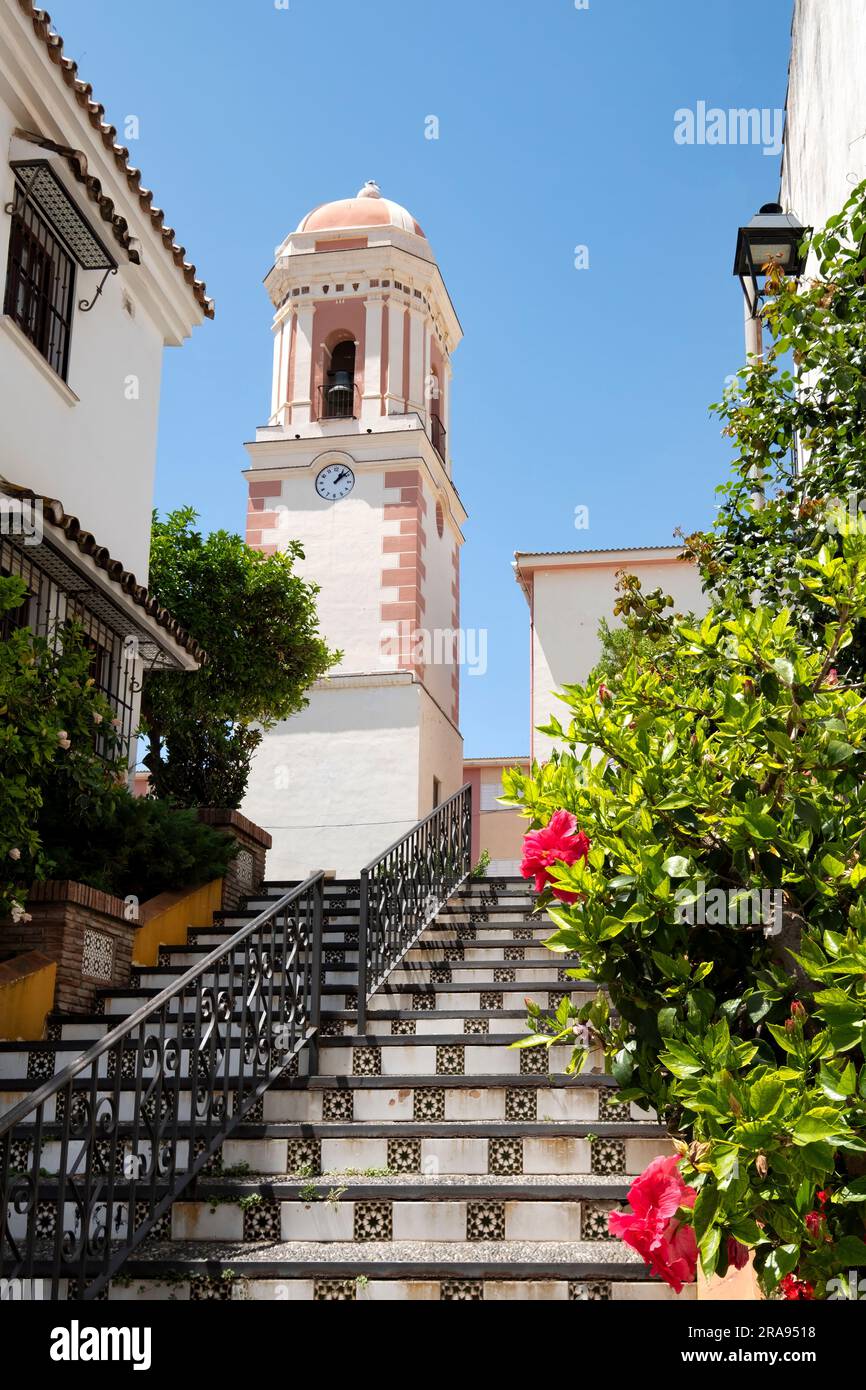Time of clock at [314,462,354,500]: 1:08
